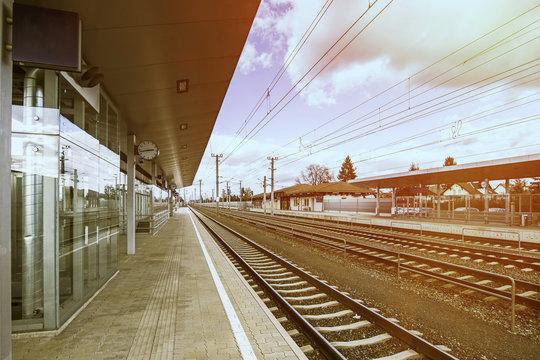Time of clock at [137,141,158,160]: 2:42
